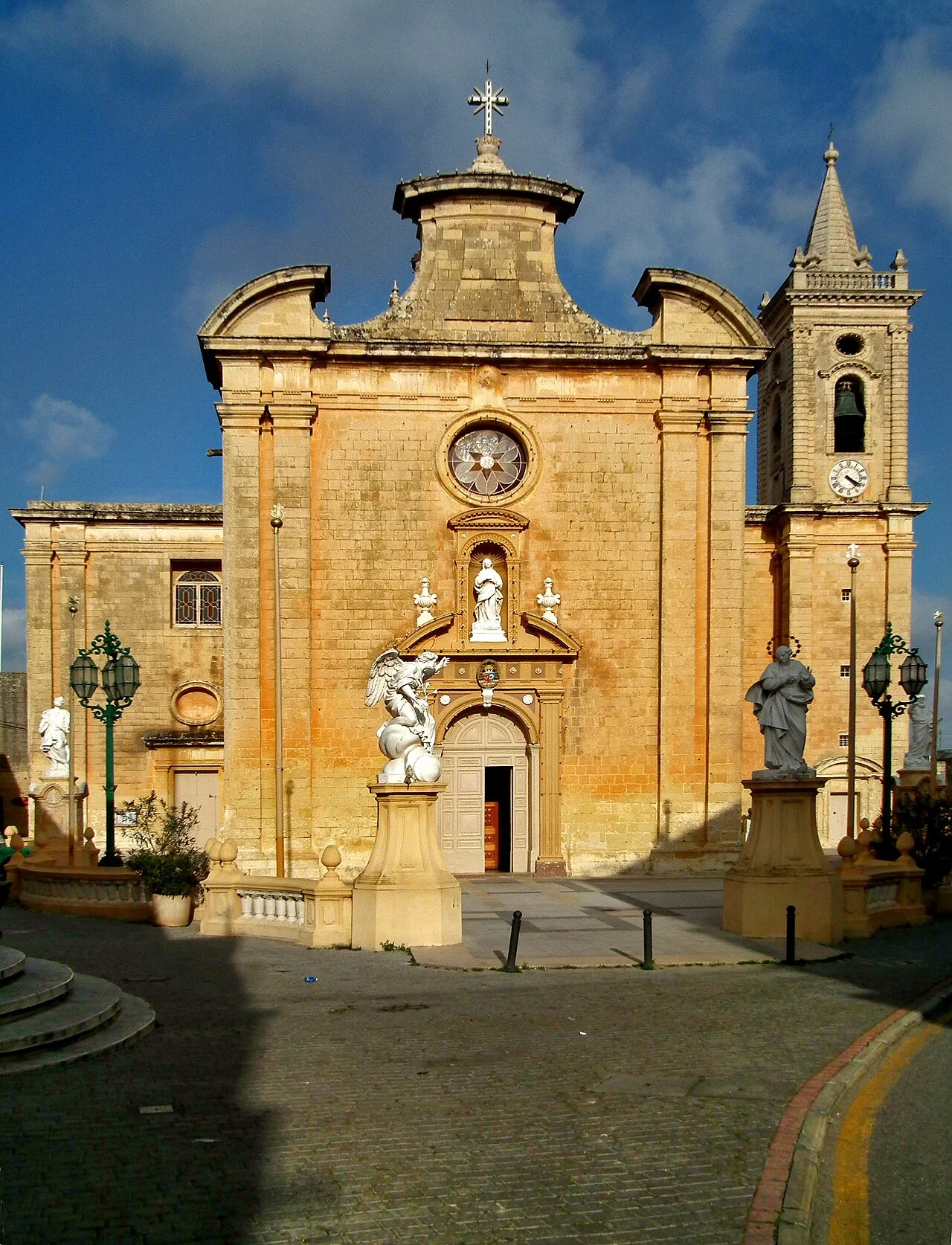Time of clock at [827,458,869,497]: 4:20
